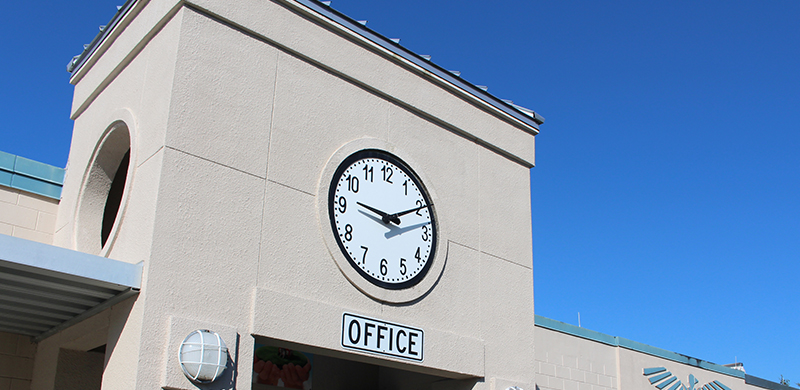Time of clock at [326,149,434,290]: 9:10
